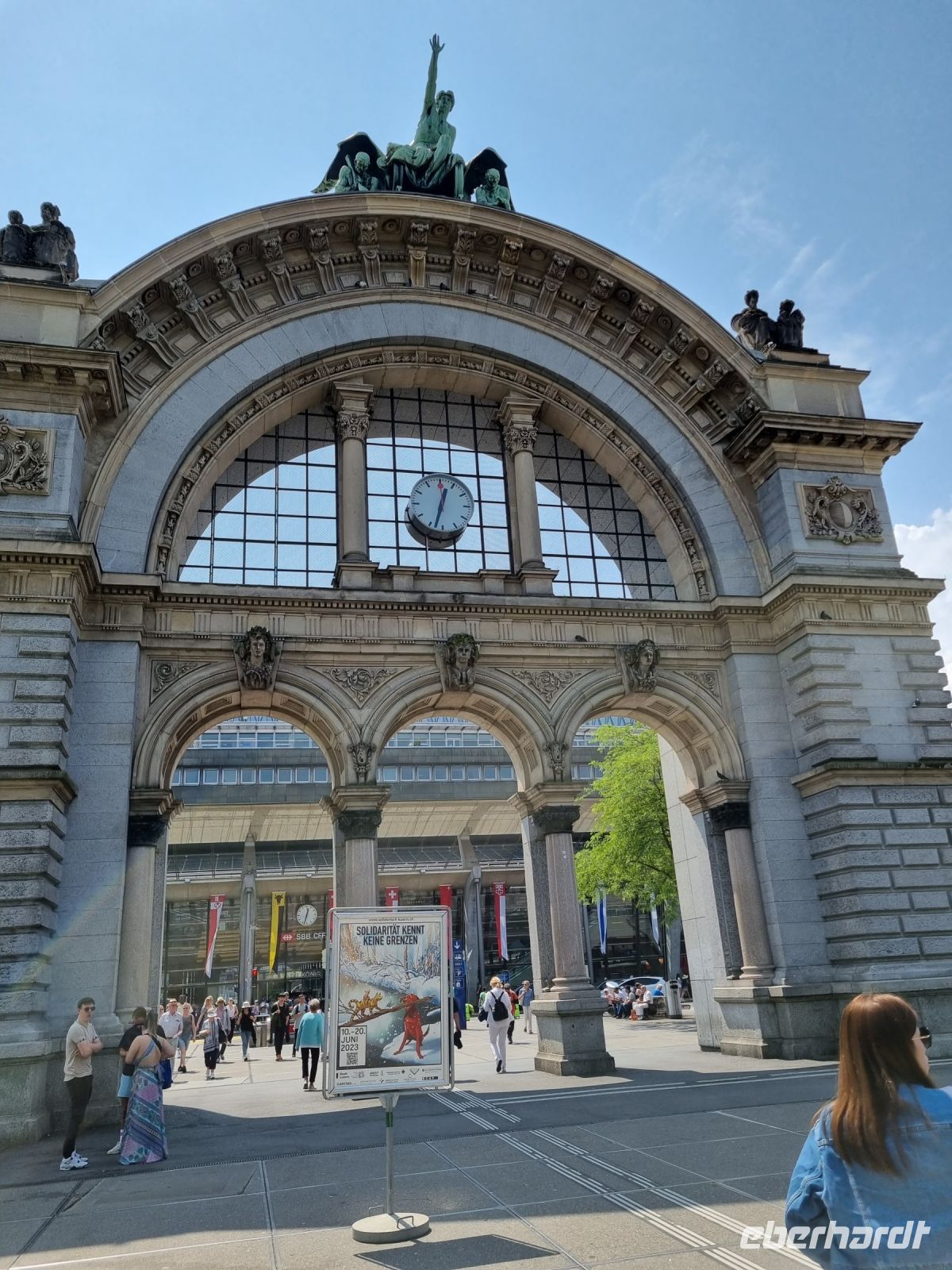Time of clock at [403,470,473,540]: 12:32
